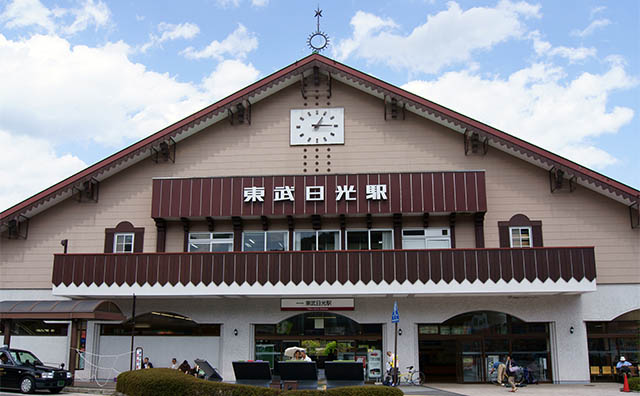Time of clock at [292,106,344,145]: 1:14
